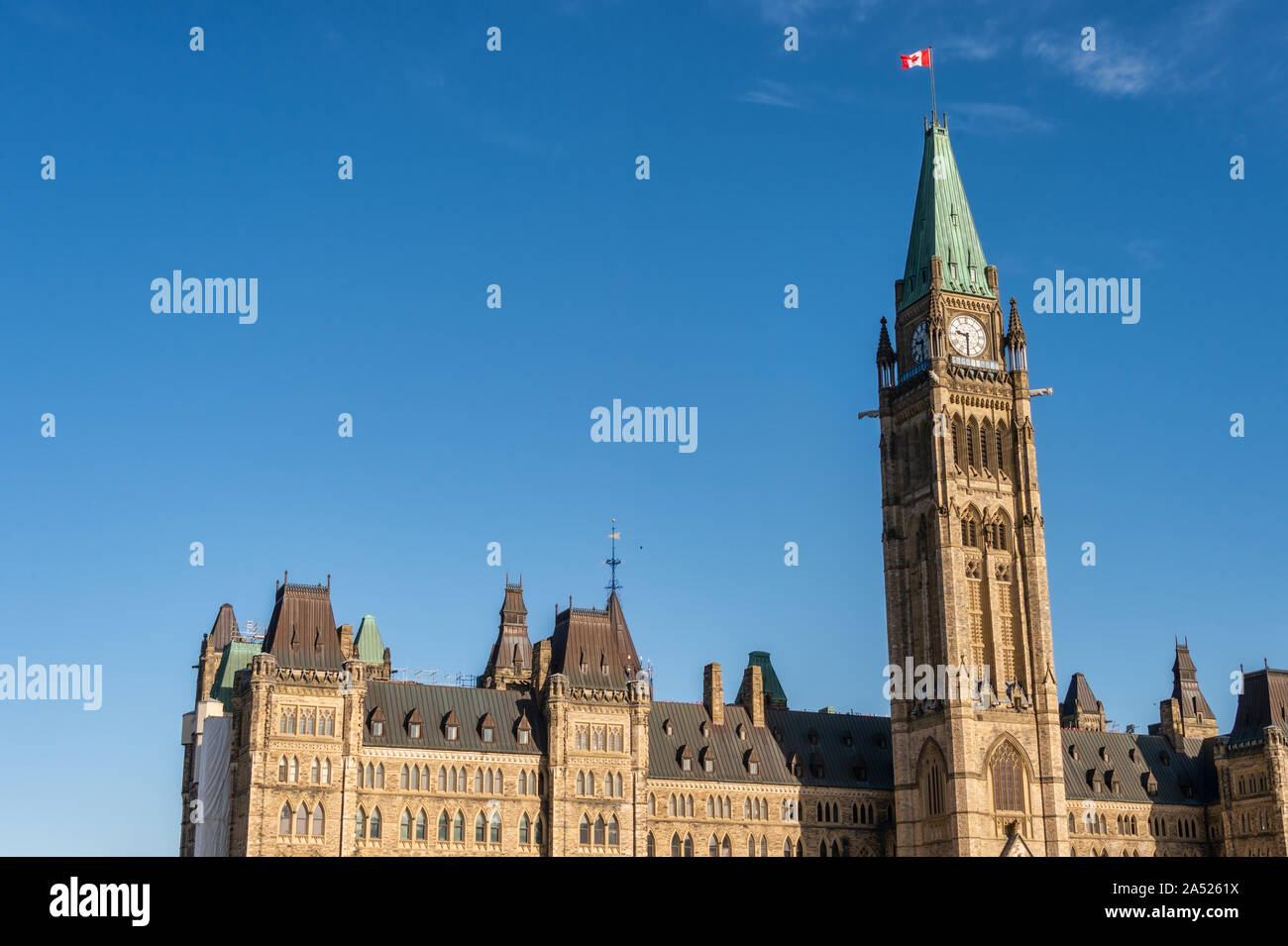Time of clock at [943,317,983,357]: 9:30
